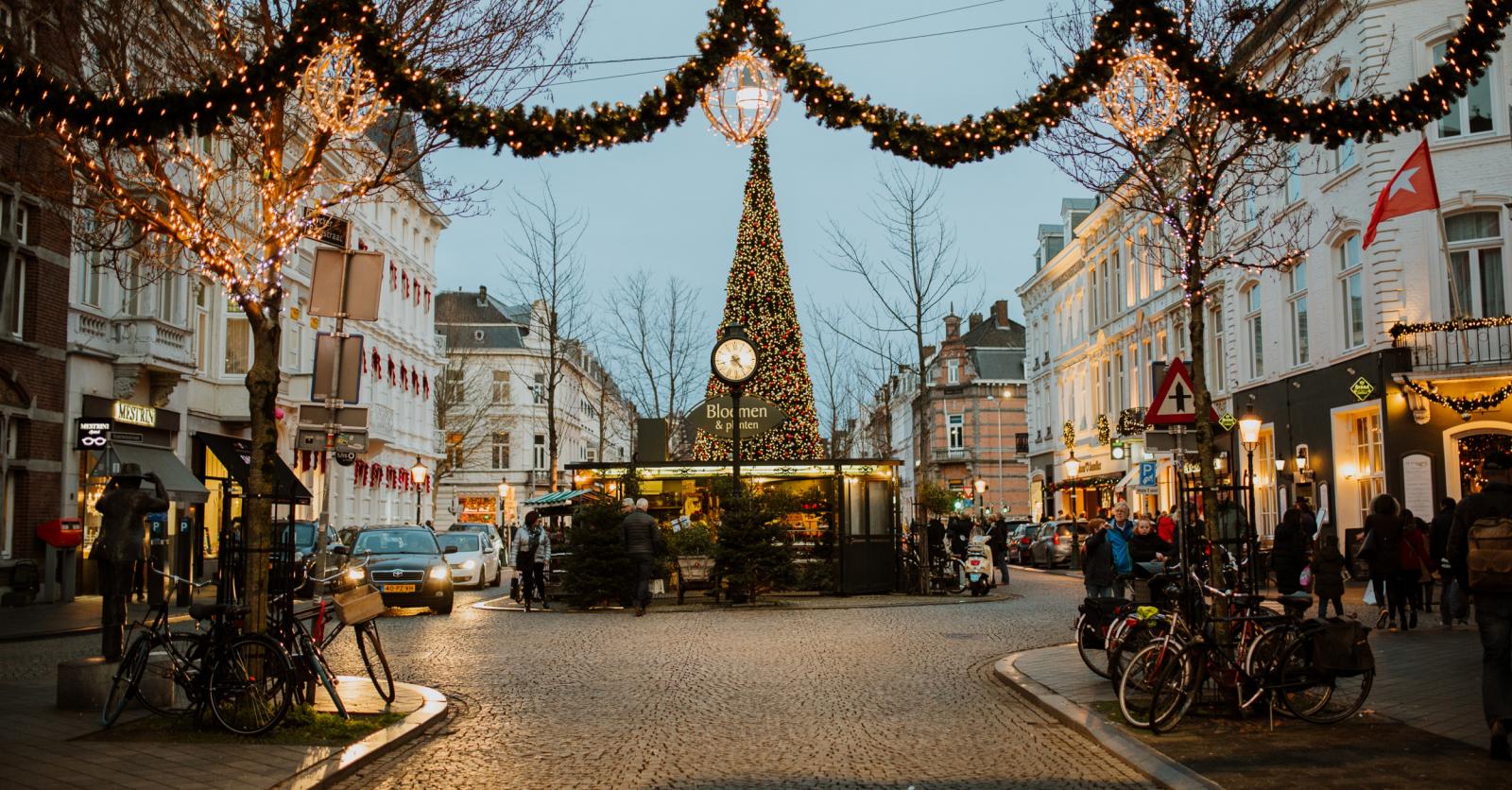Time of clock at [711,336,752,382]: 4:42
